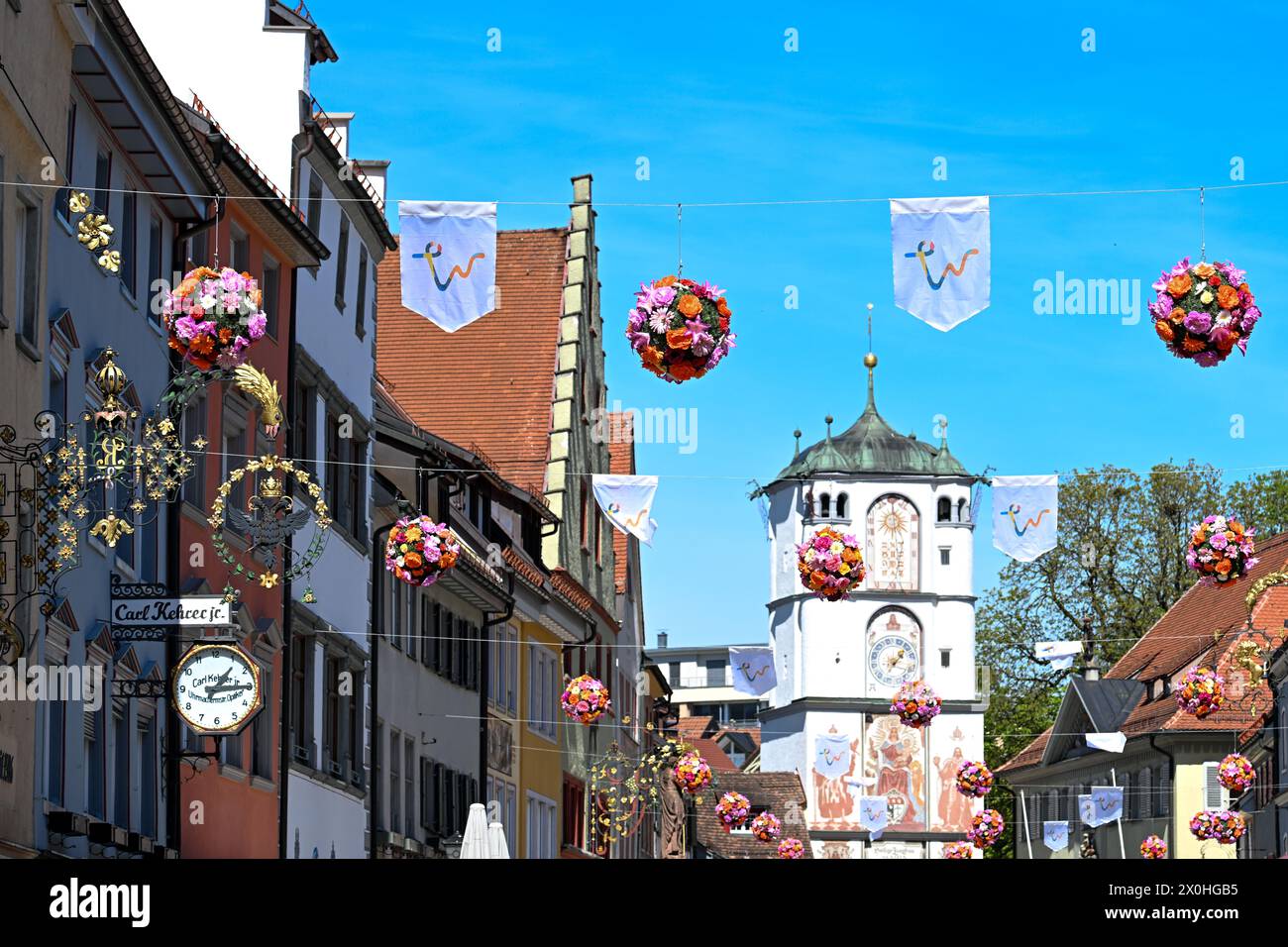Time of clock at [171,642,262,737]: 1:14
